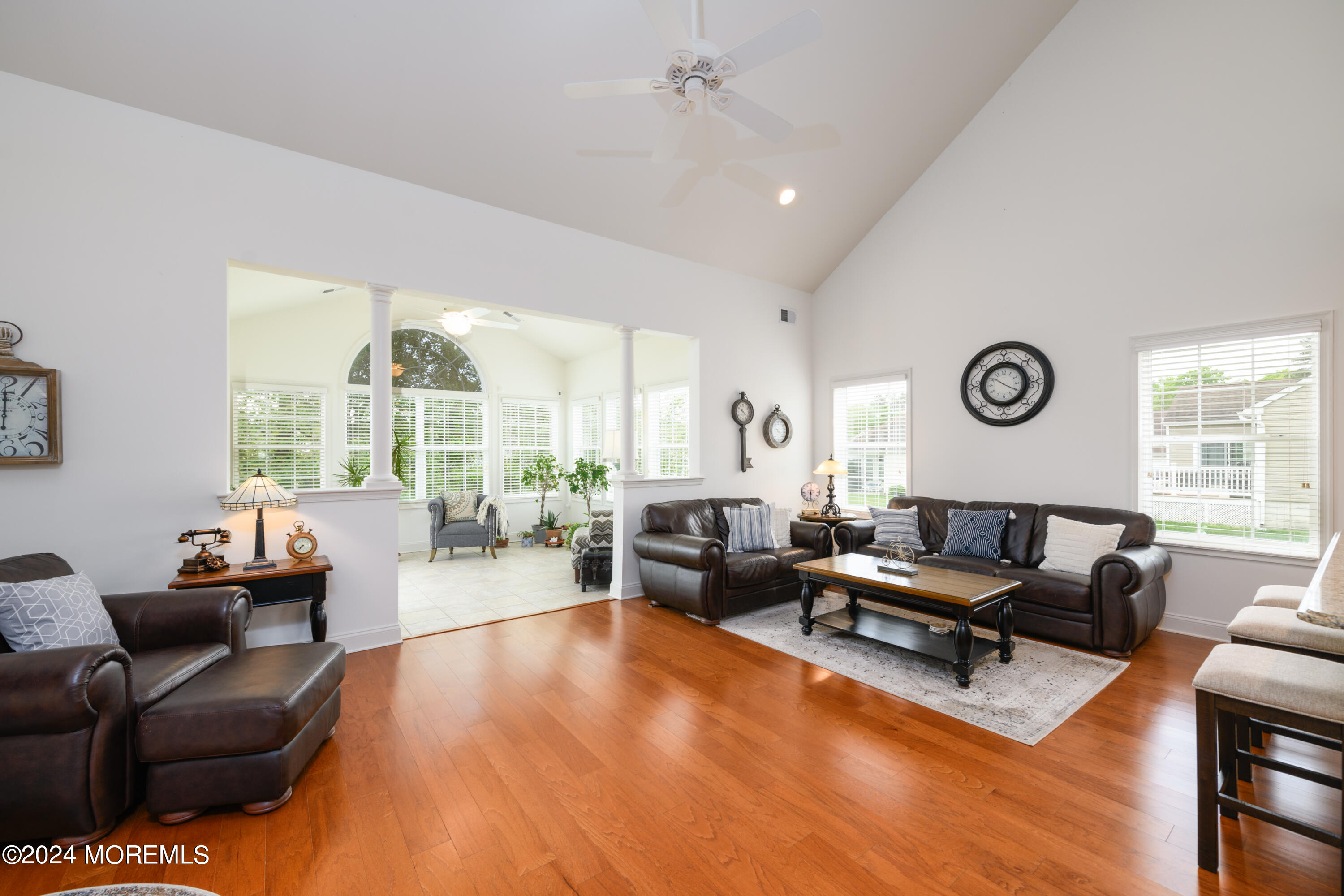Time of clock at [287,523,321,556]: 7:36
